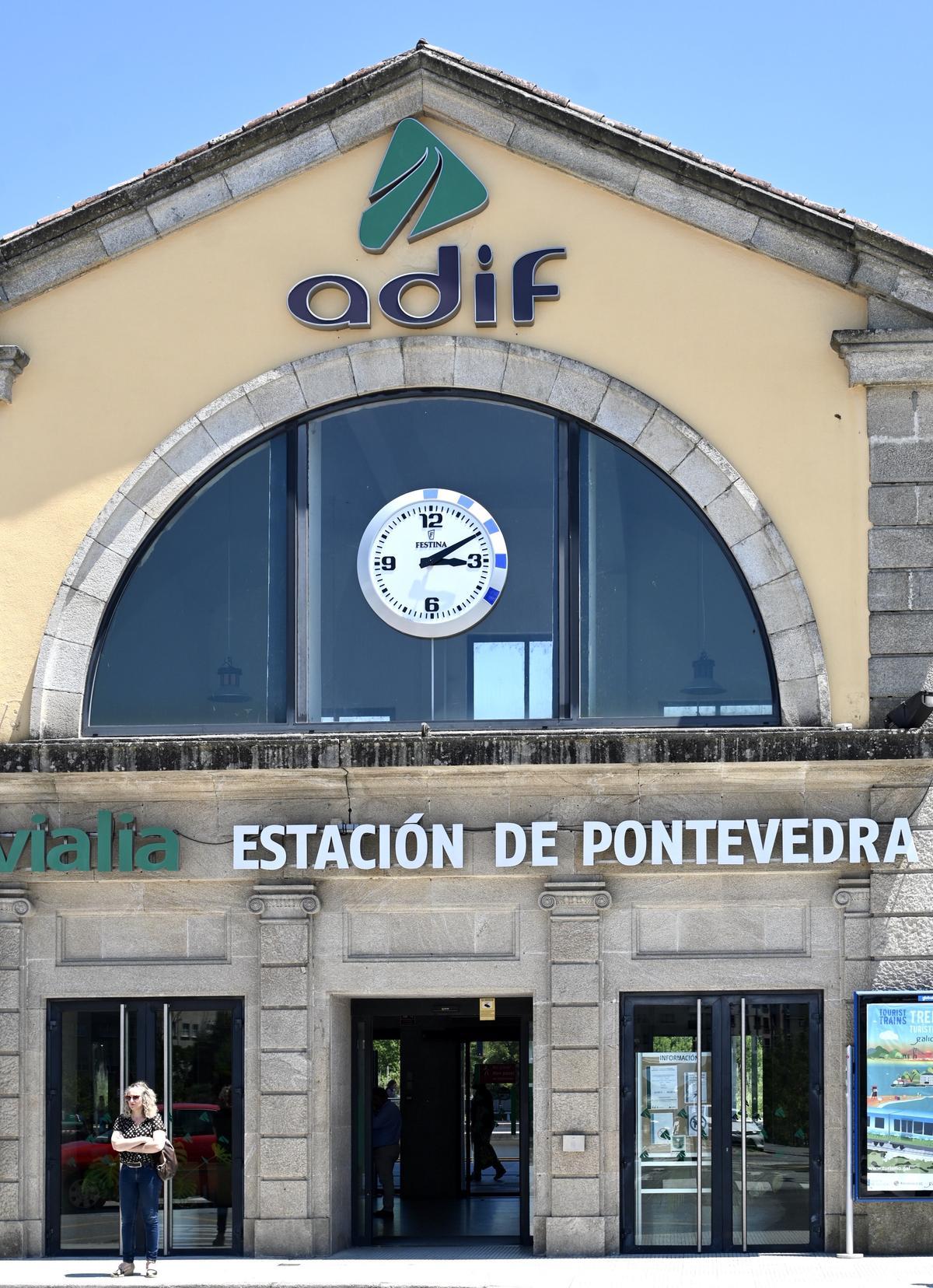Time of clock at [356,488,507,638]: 3:10
